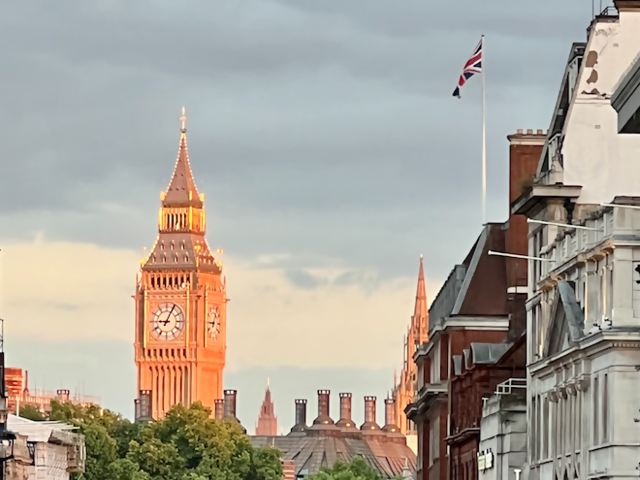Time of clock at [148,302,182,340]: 9:04
